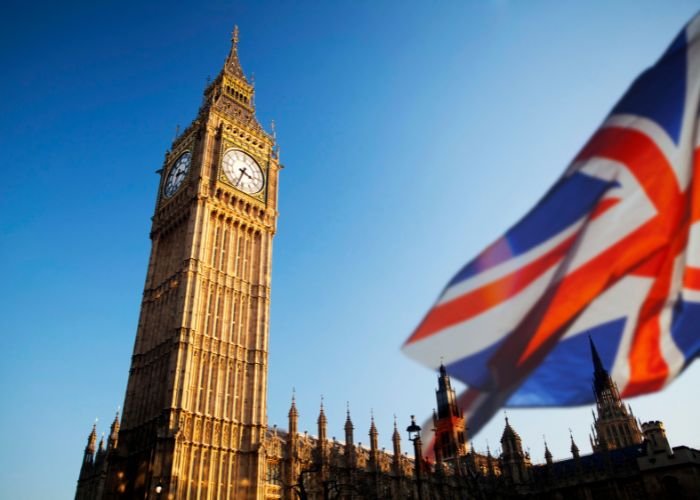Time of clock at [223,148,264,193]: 3:33
